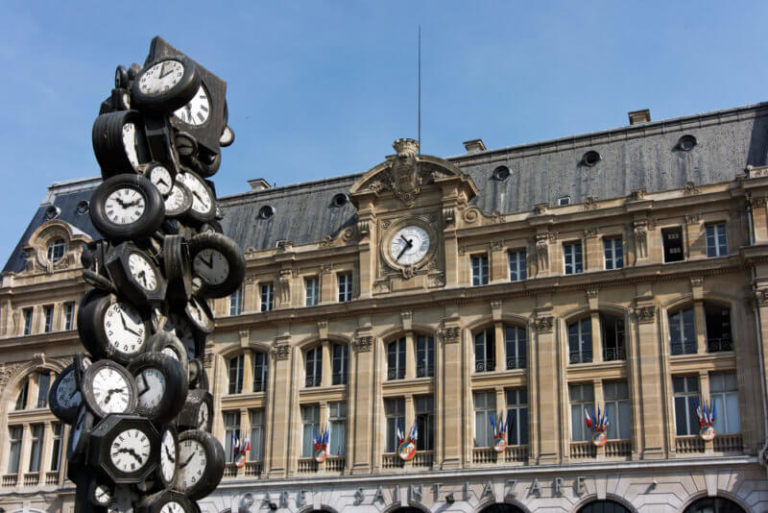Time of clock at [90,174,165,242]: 10:12
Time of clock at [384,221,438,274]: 10:36
